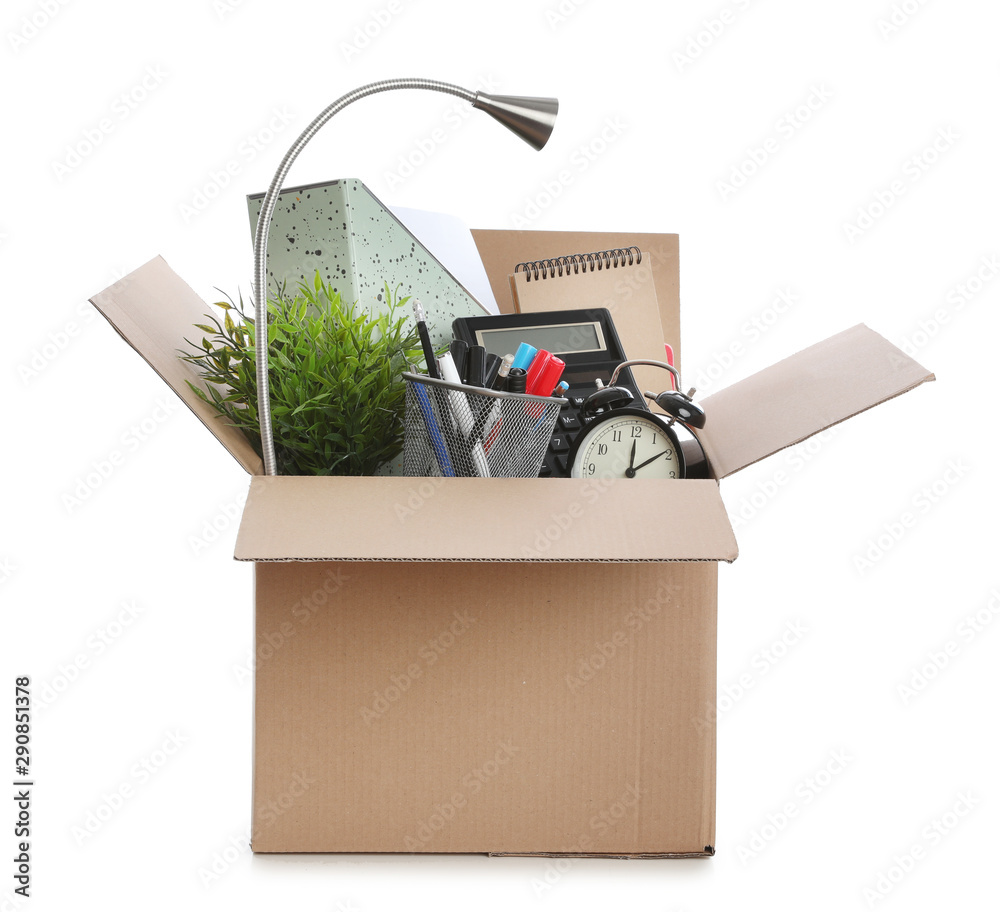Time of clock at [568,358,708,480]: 12:09
